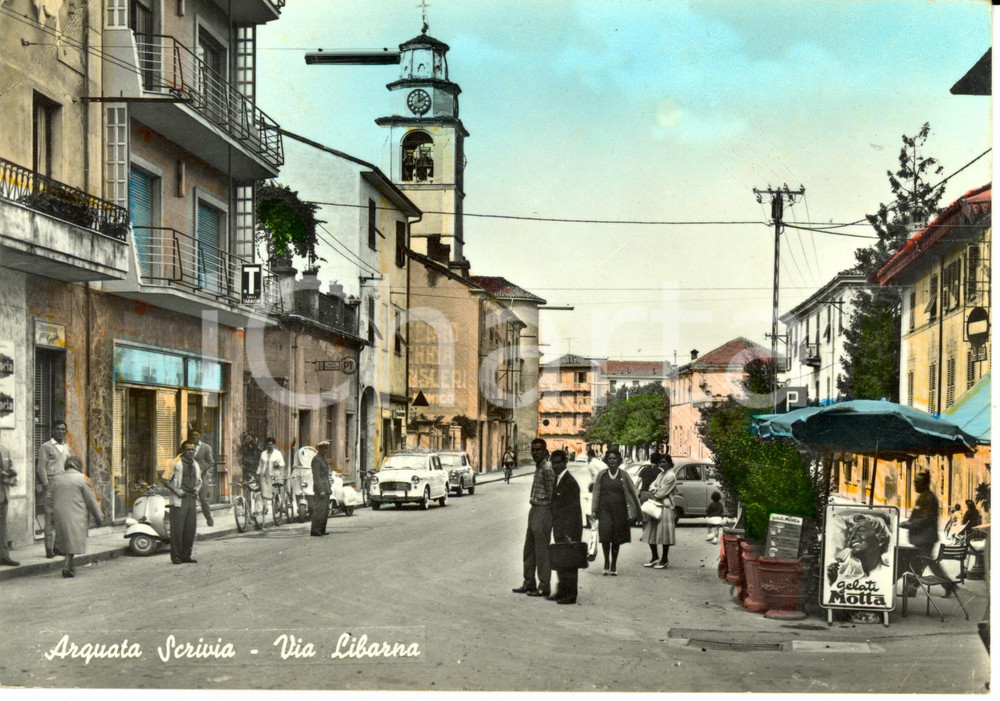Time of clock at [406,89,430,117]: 2:00
